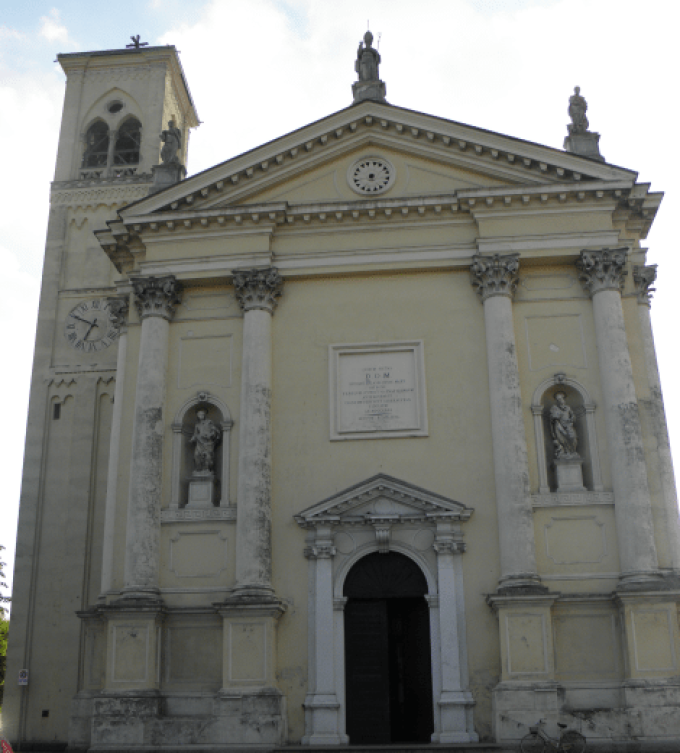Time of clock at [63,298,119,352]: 6:49
